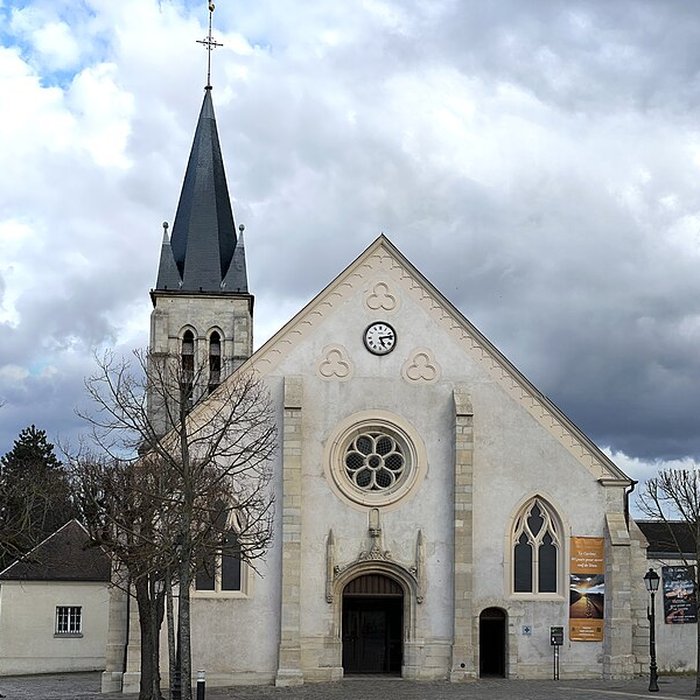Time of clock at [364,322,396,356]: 5:13
